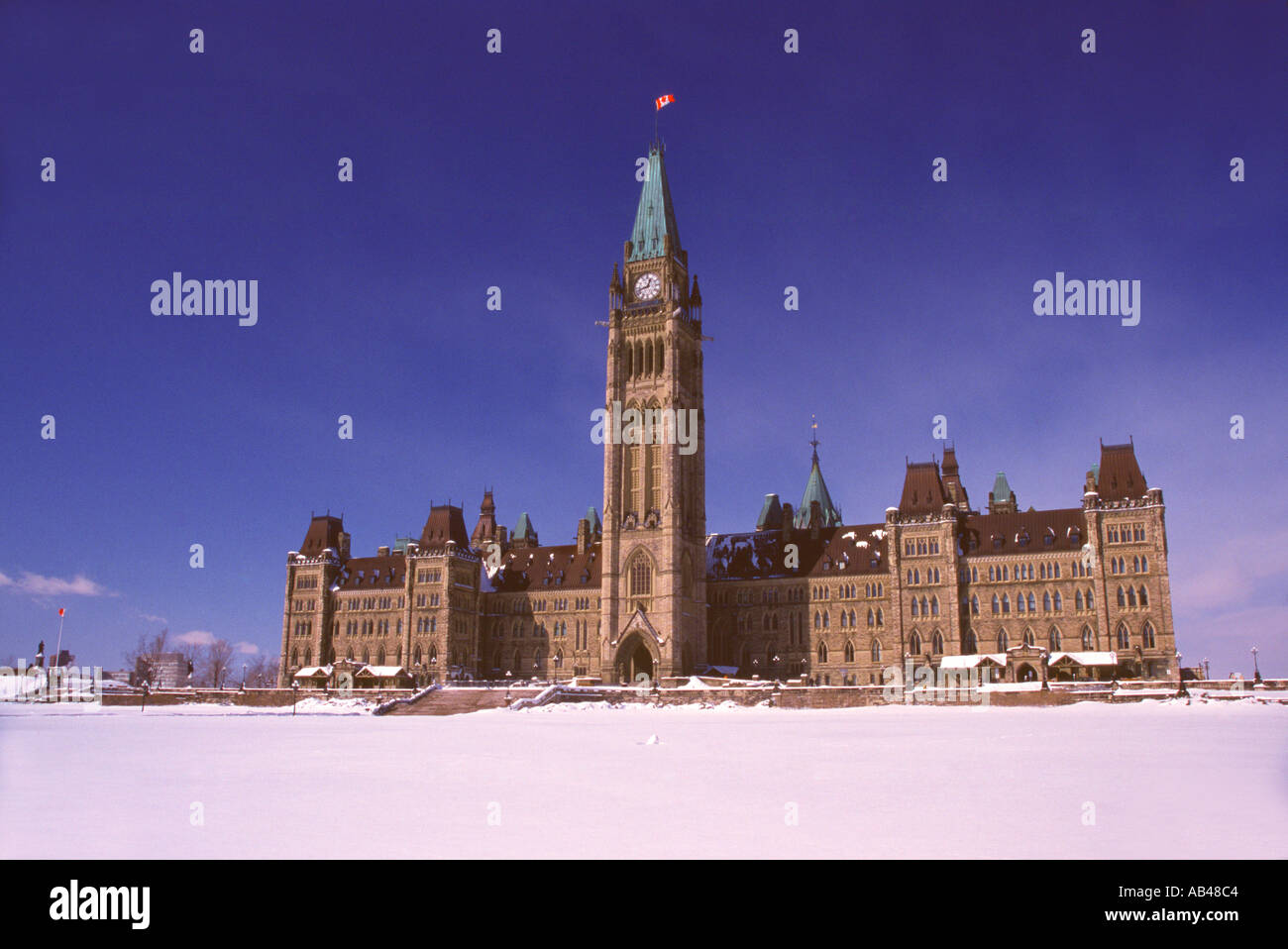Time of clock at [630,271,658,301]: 12:42
